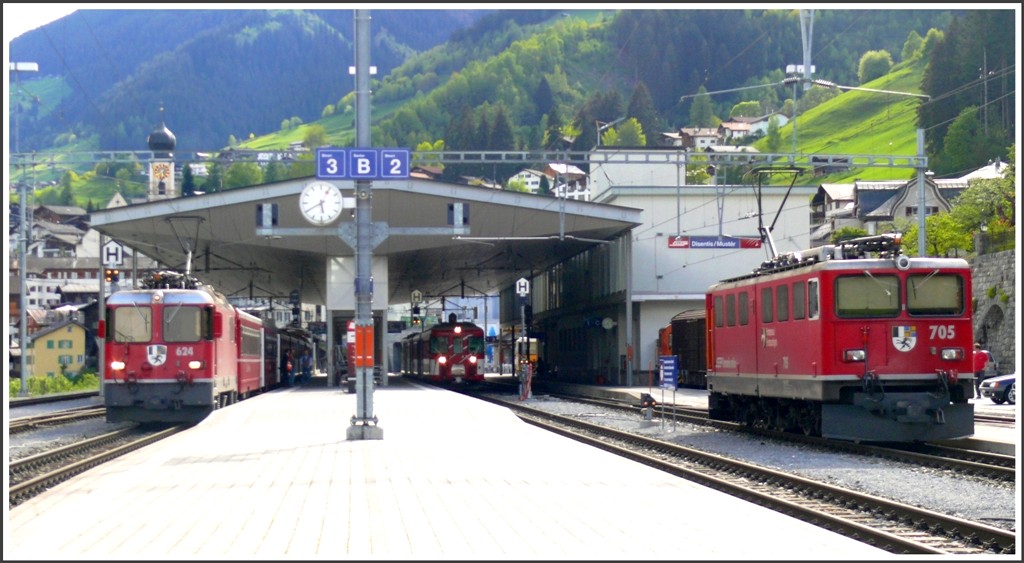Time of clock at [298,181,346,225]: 5:40
